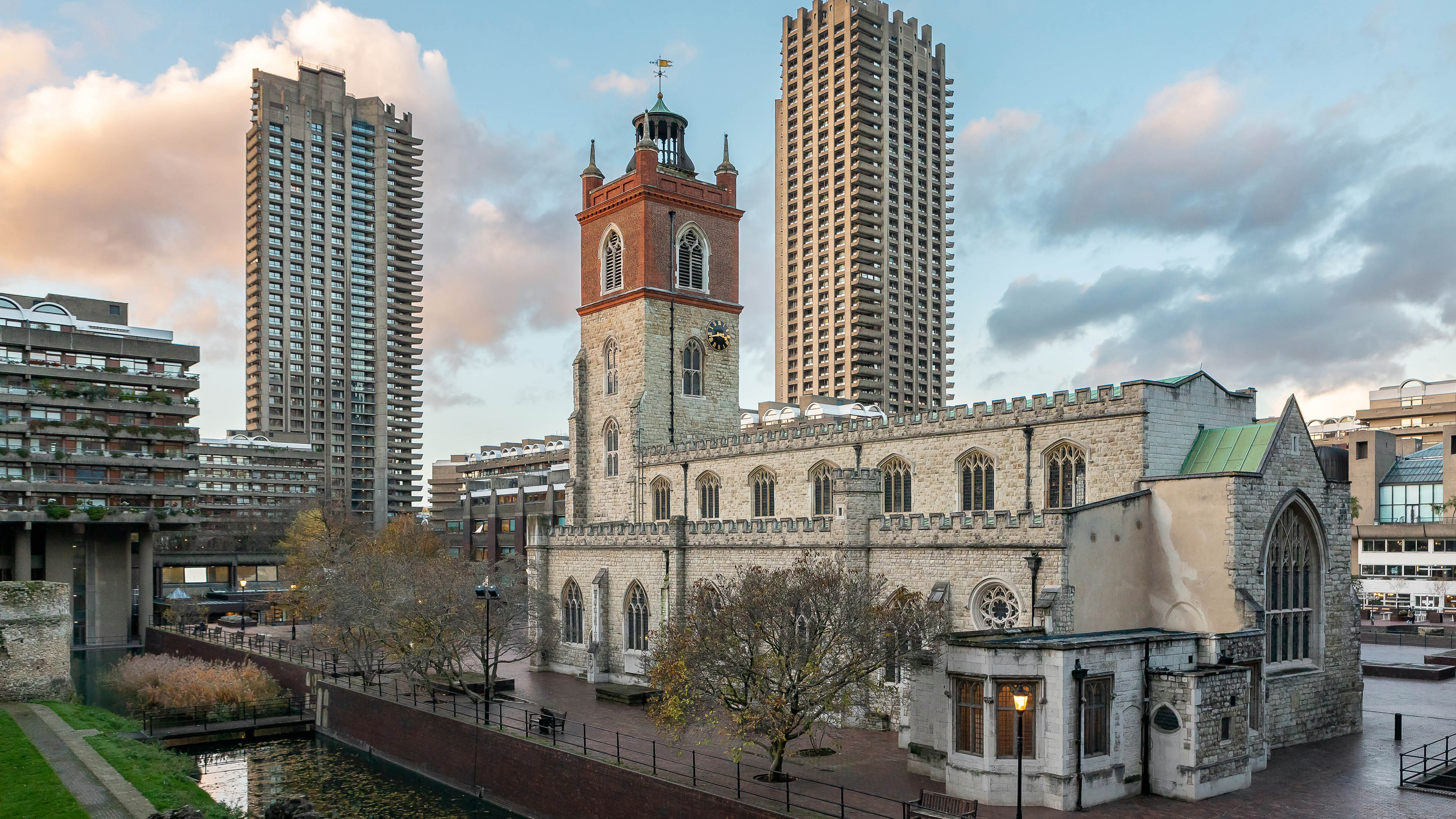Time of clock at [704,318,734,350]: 3:43
